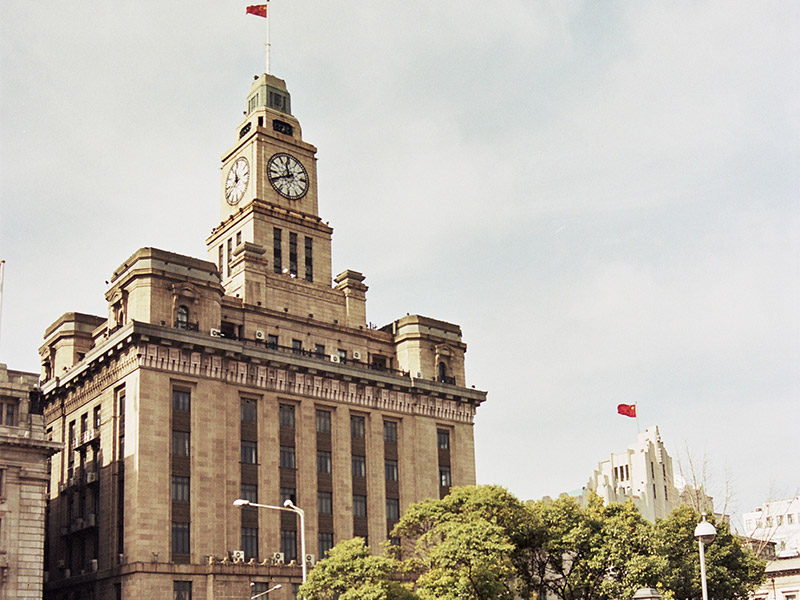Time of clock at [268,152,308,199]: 11:40
